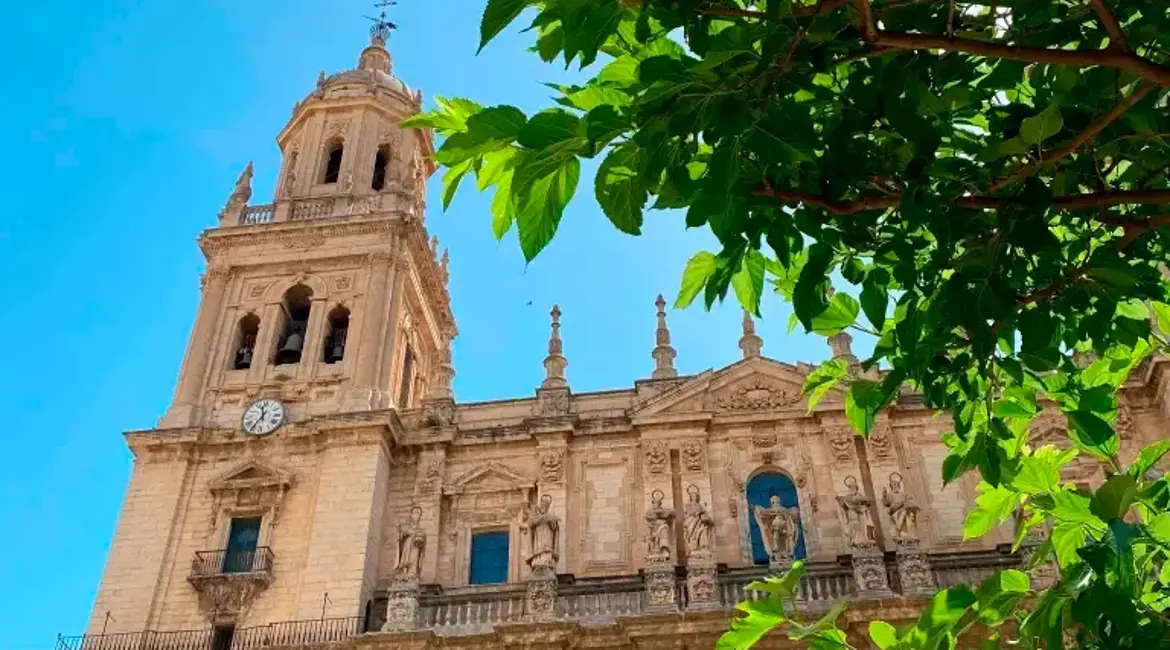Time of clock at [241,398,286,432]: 11:35
